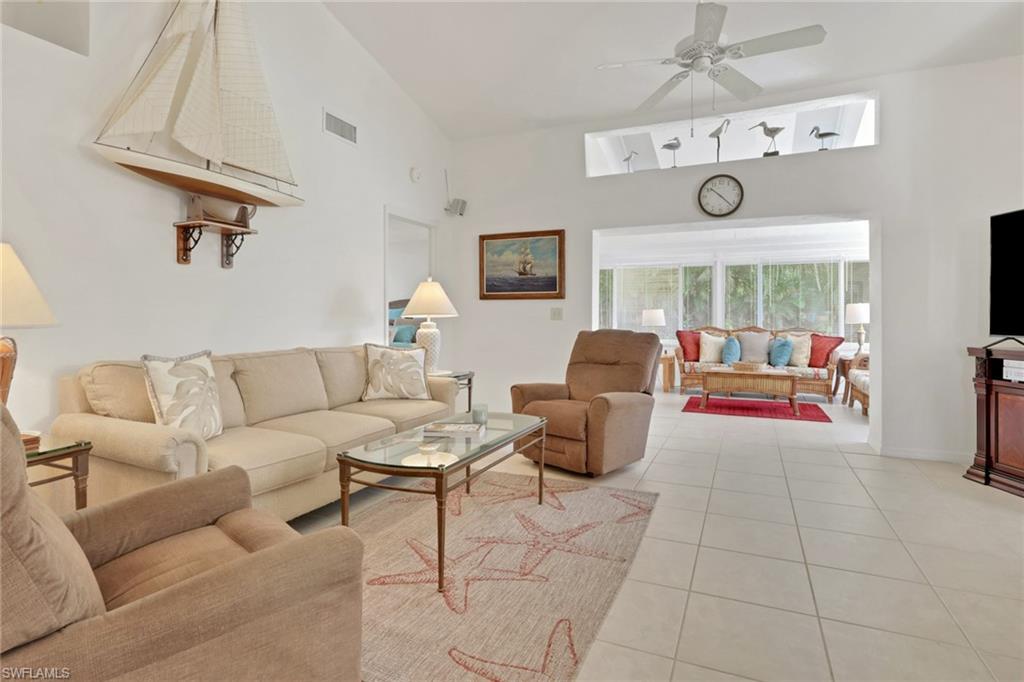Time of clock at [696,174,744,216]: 10:22
